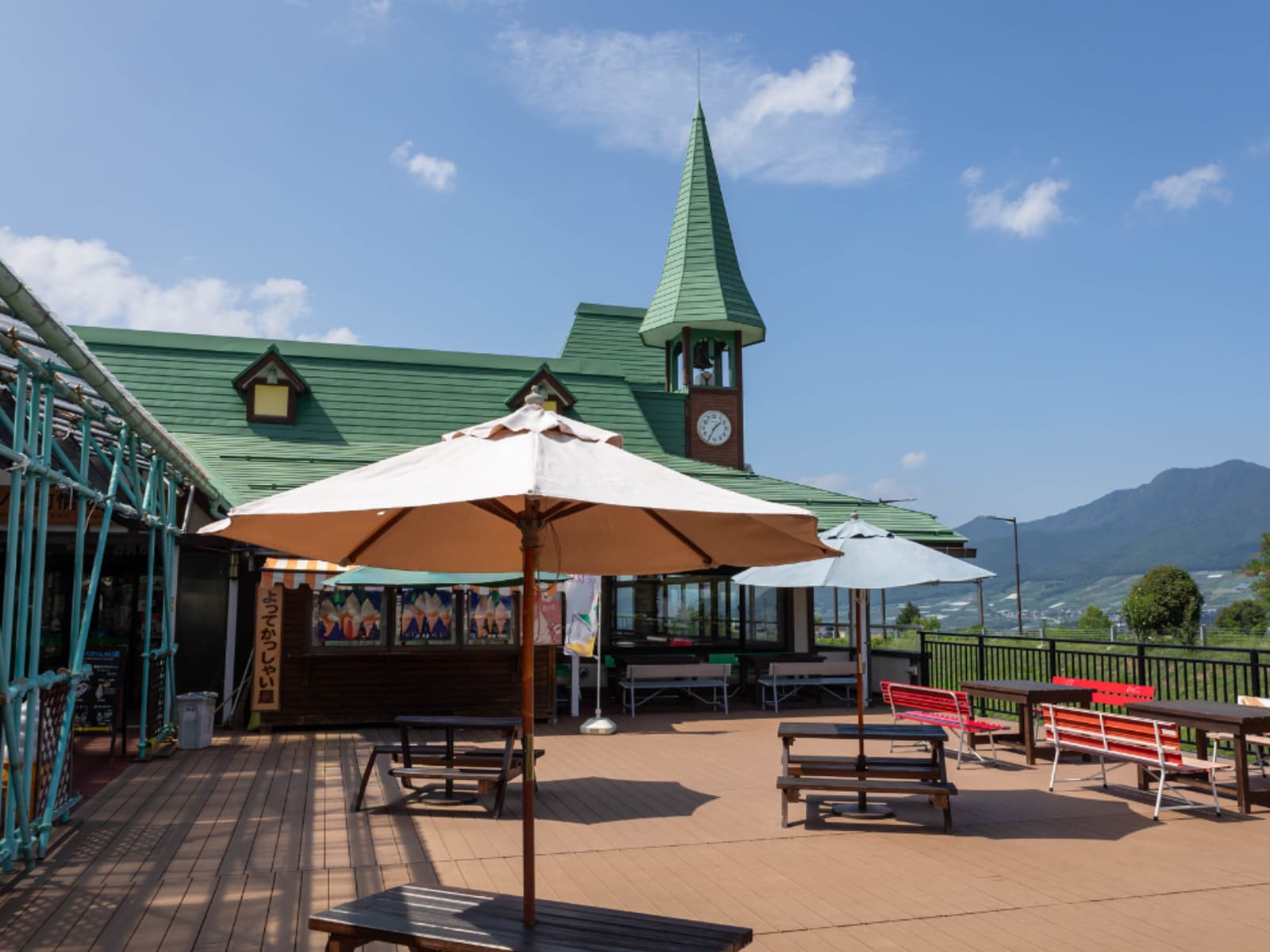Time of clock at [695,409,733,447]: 1:34
